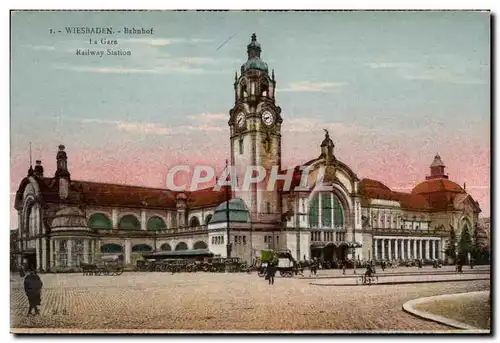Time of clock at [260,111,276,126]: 8:38
